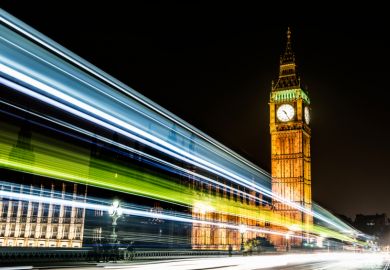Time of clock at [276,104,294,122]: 10:25
